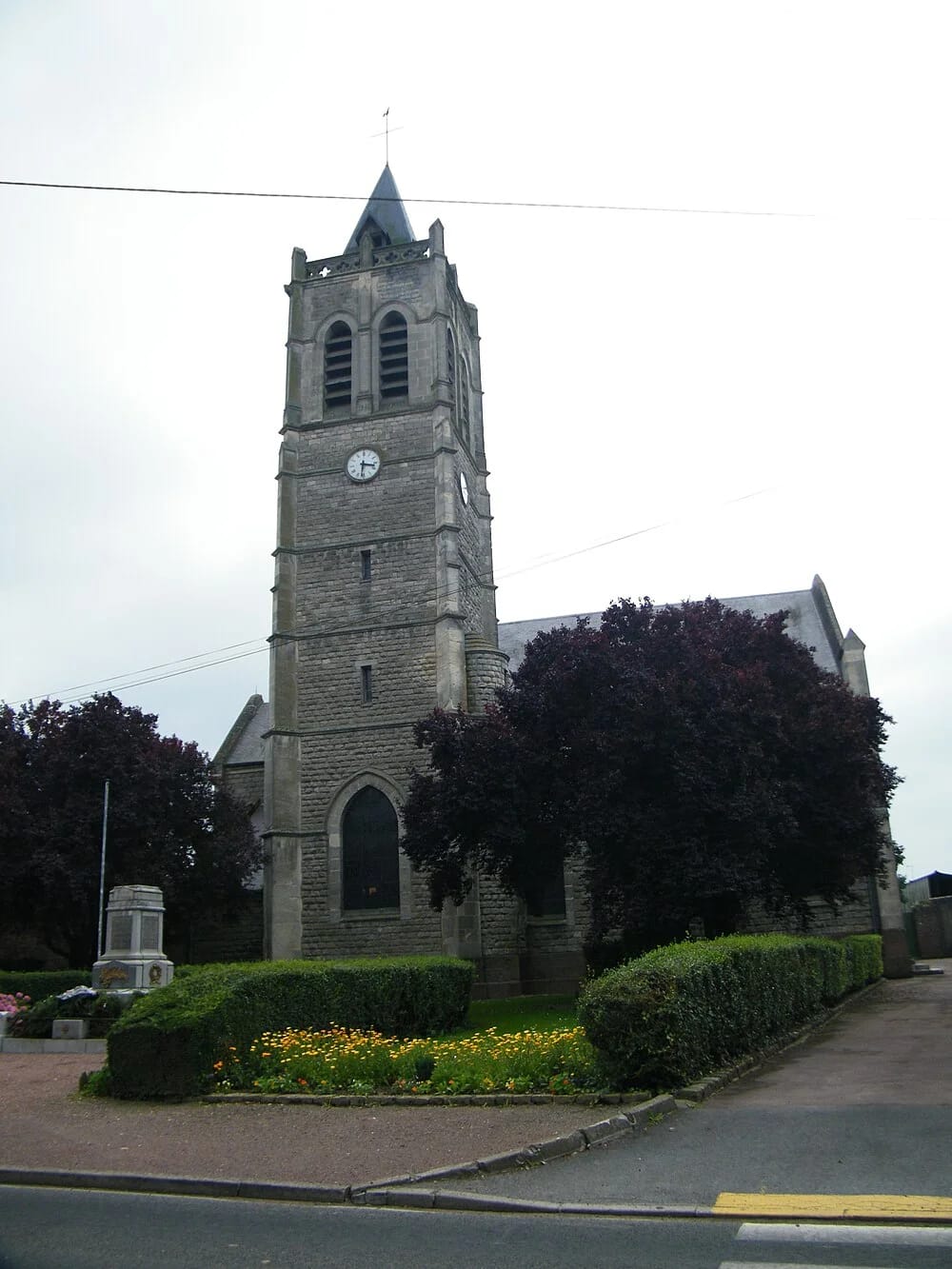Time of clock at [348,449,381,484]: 3:31
